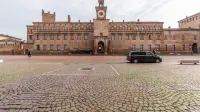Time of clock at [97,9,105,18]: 9:01
